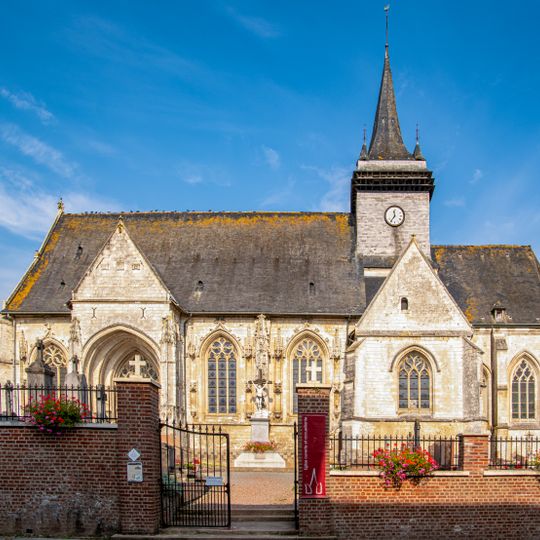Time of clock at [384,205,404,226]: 11:36
